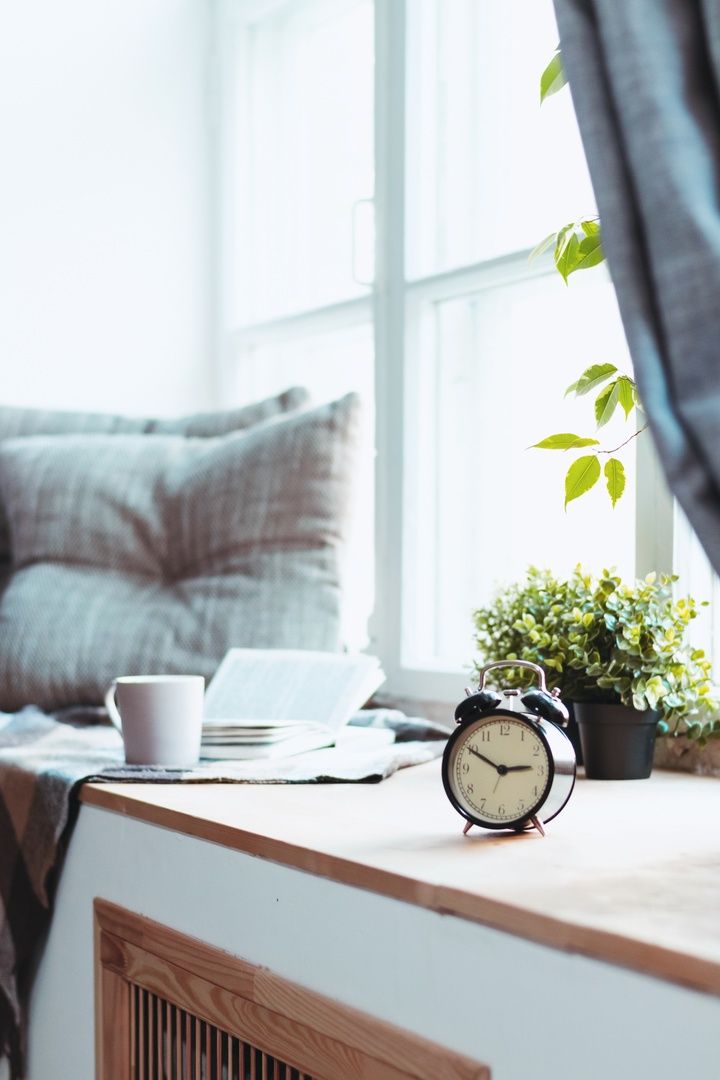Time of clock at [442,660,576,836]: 2:49
